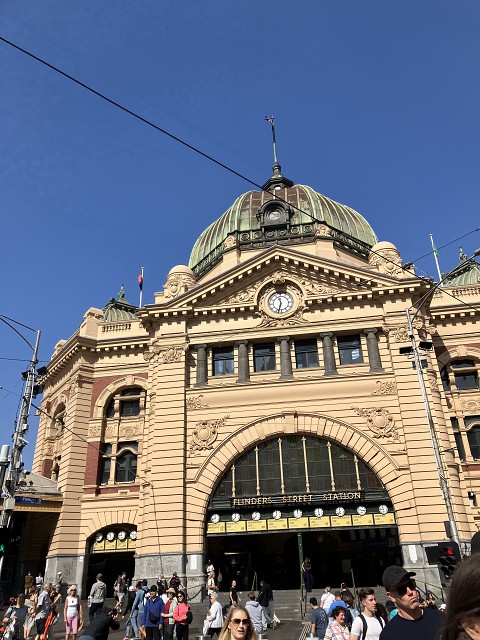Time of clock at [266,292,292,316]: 11:32
